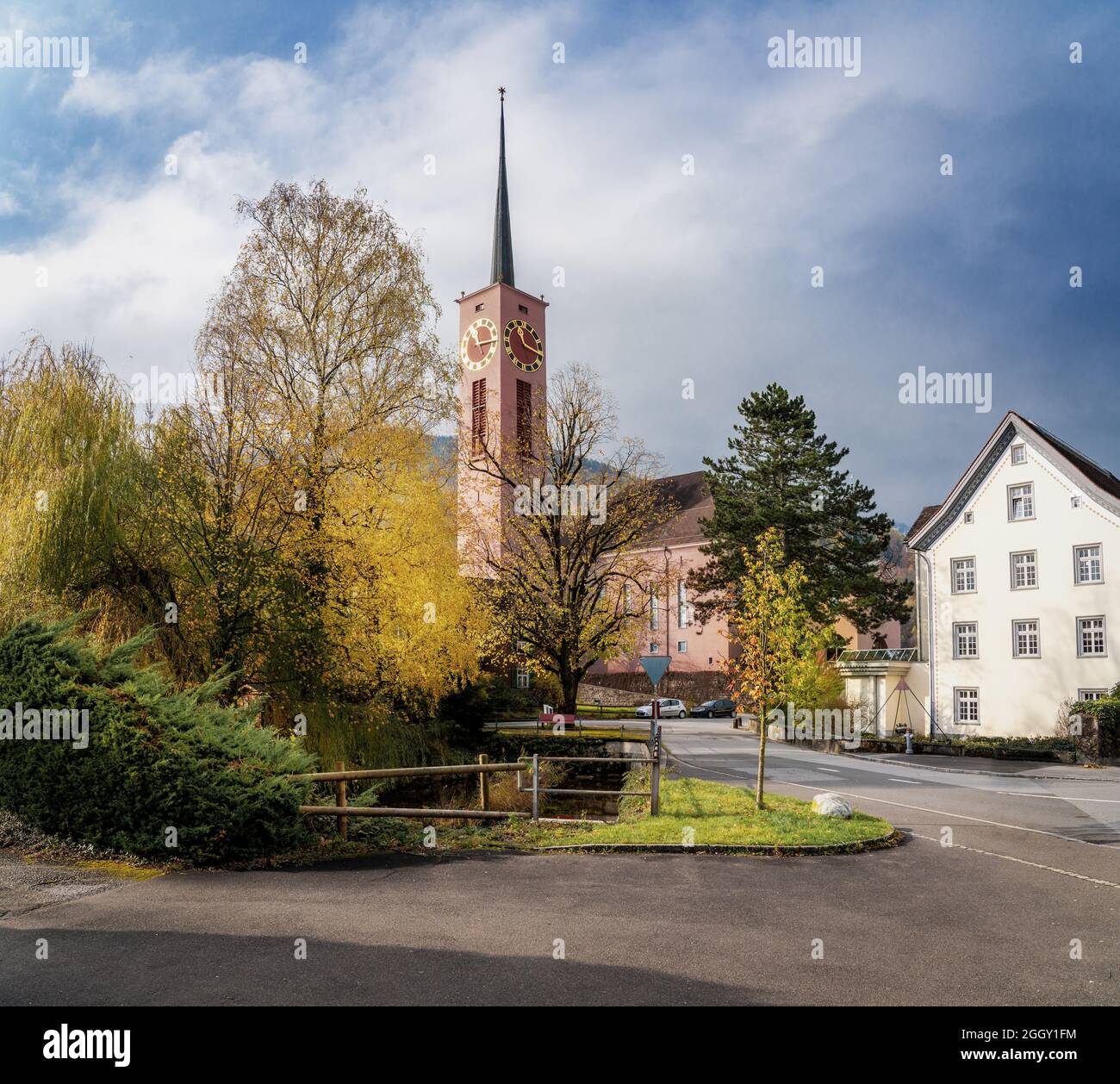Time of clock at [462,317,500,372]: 11:14
